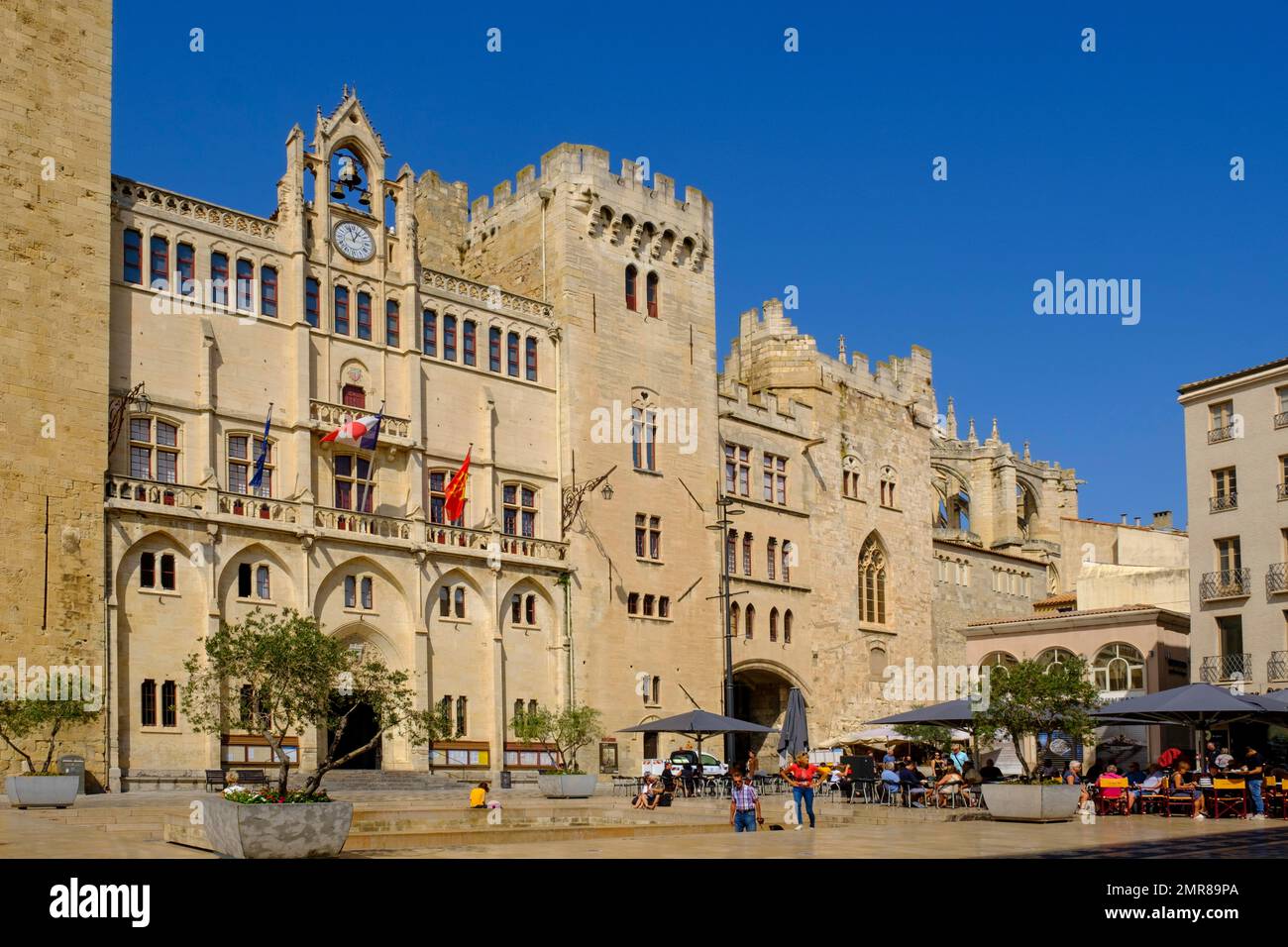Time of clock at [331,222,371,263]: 12:57
